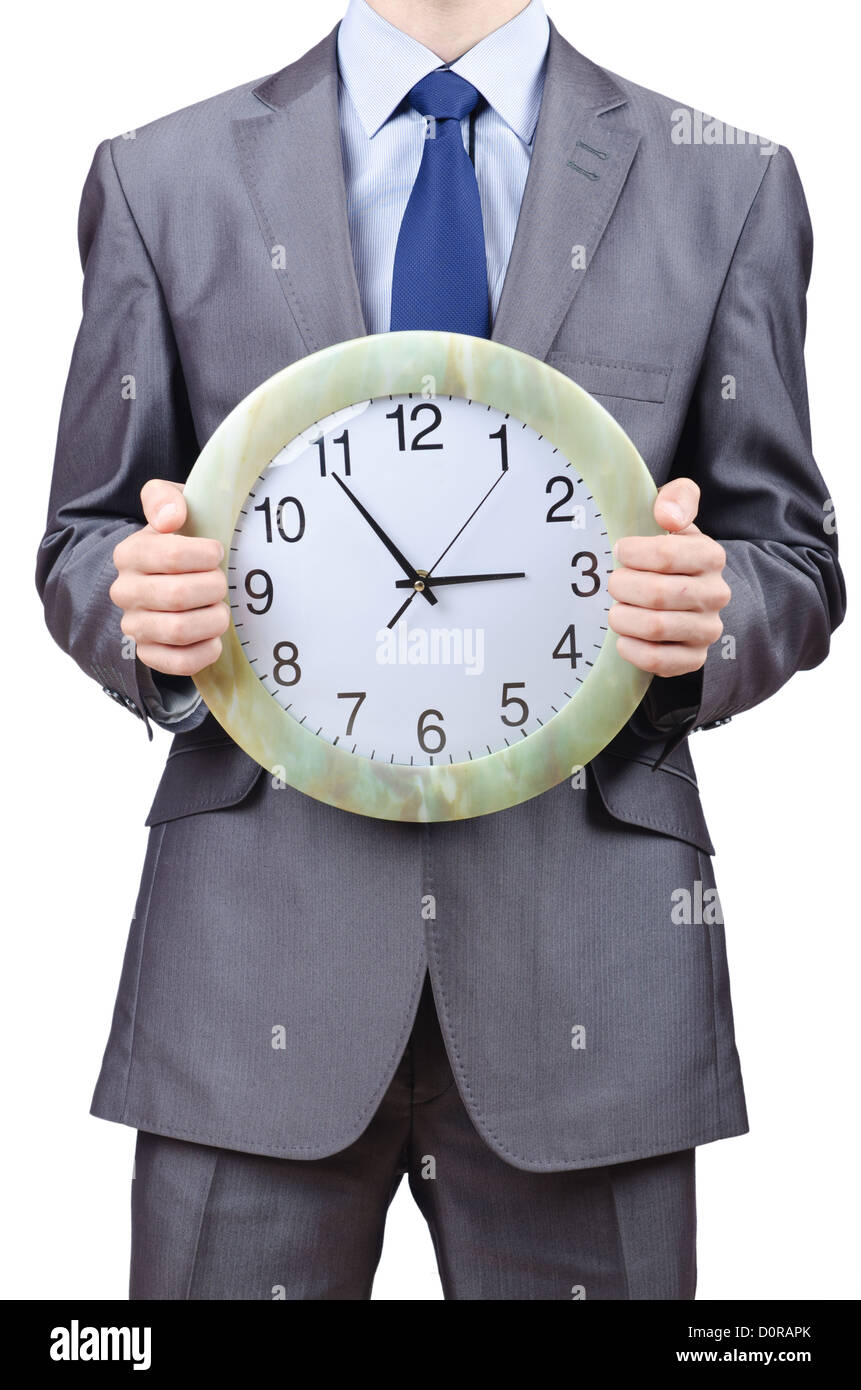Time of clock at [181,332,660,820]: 2:54
